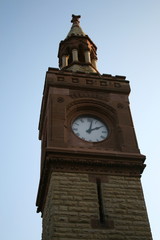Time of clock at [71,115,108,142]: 2:02
